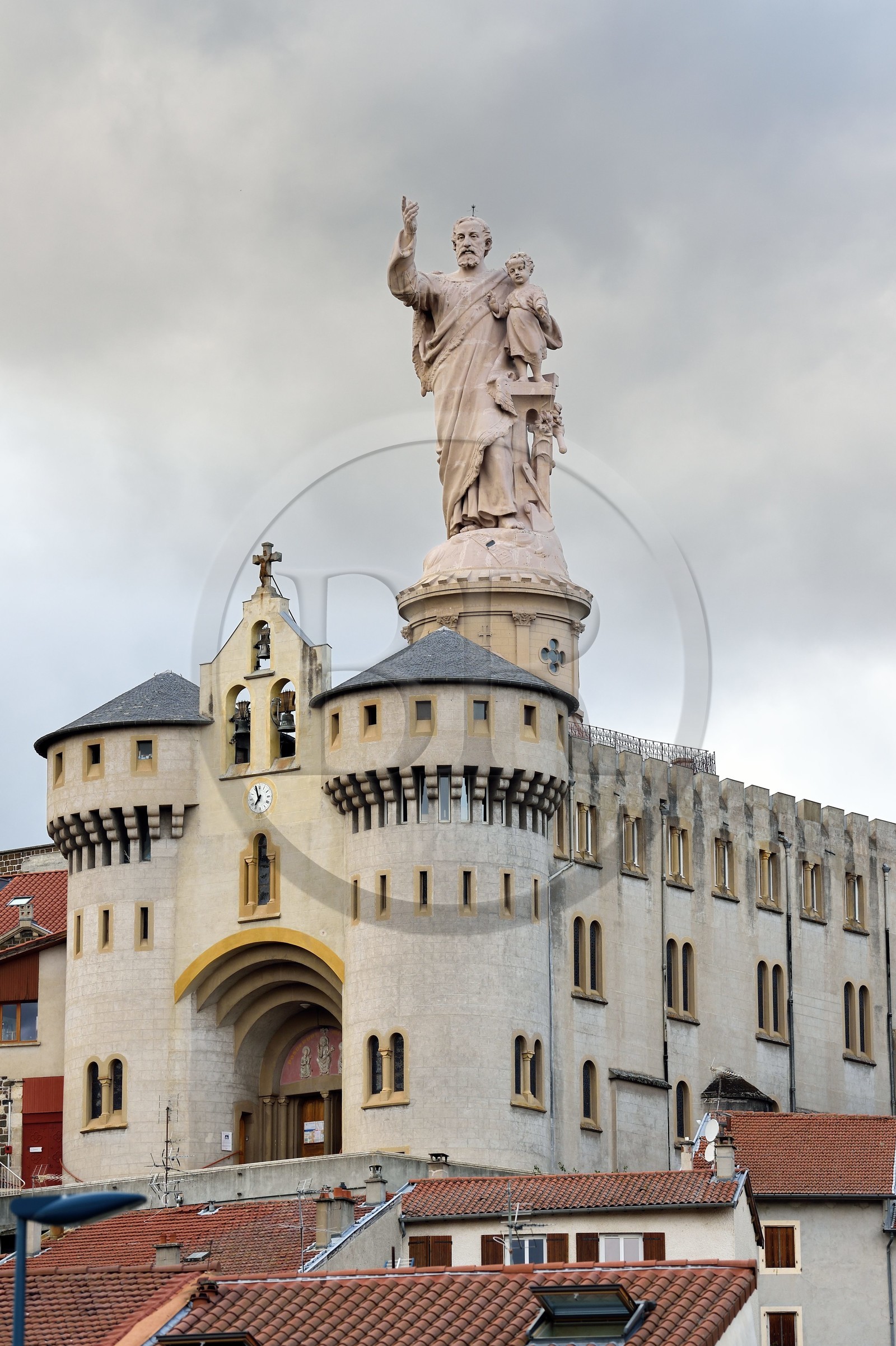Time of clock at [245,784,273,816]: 6:56
